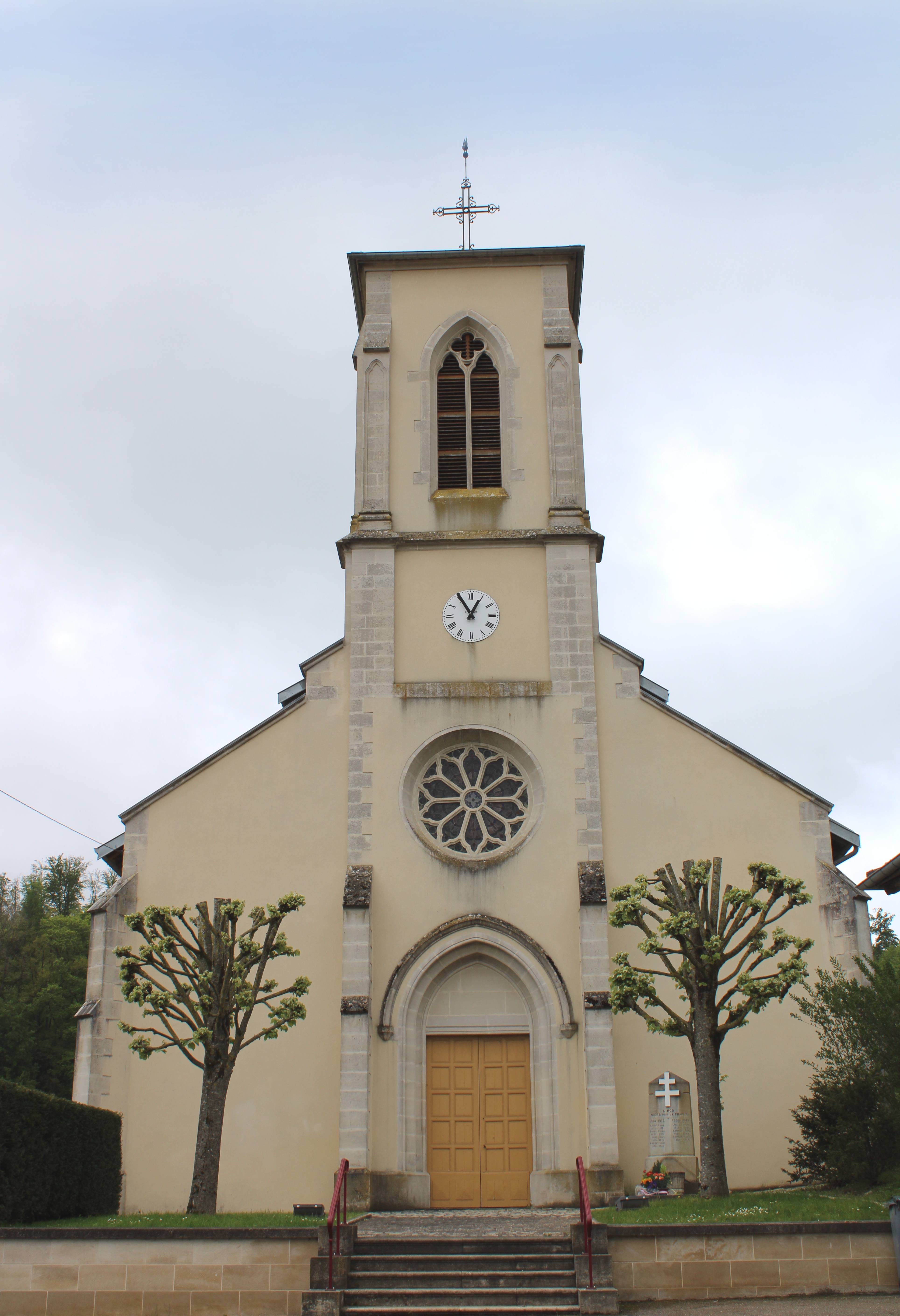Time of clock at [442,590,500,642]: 12:54
